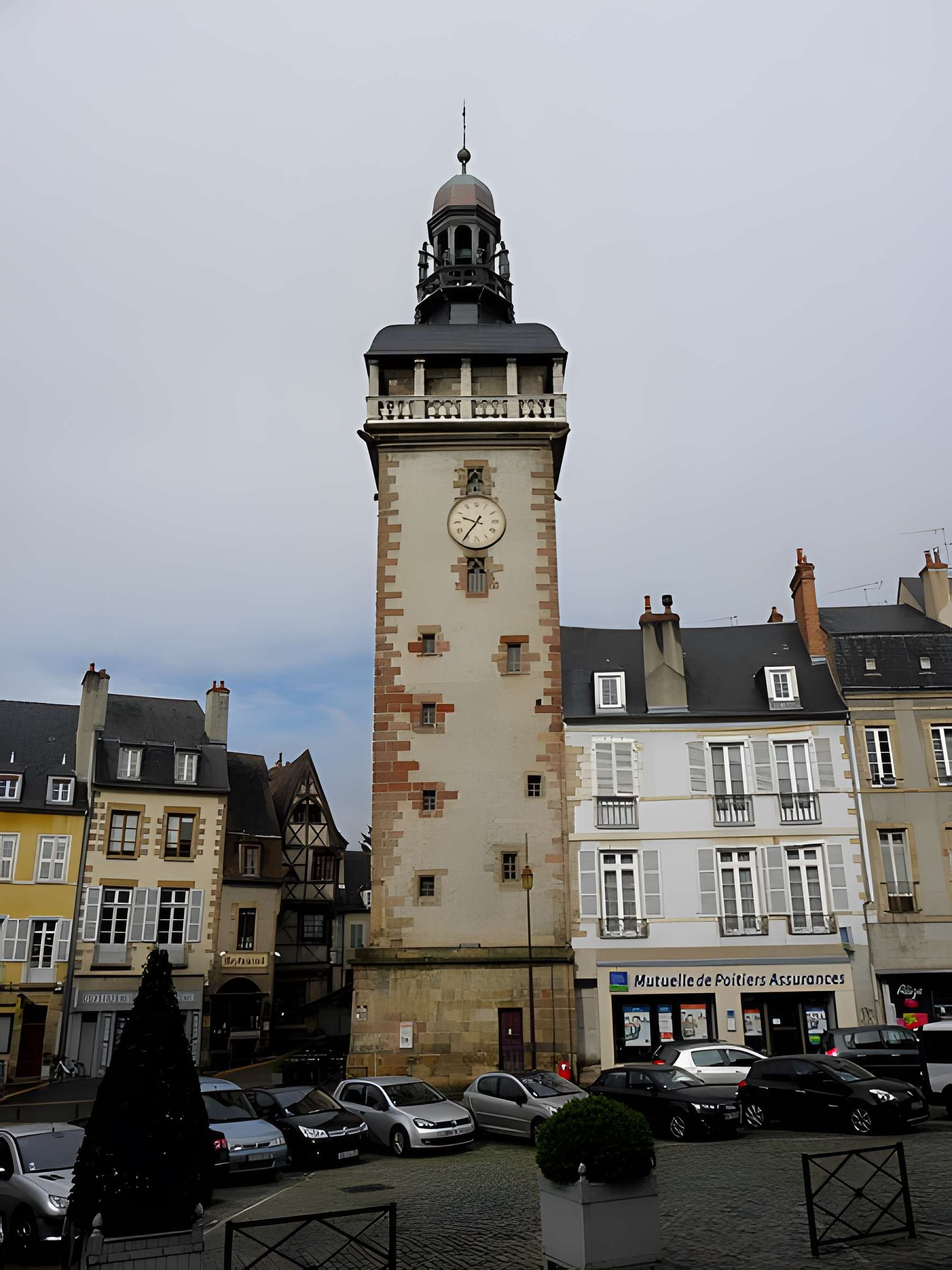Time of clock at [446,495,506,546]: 9:36
